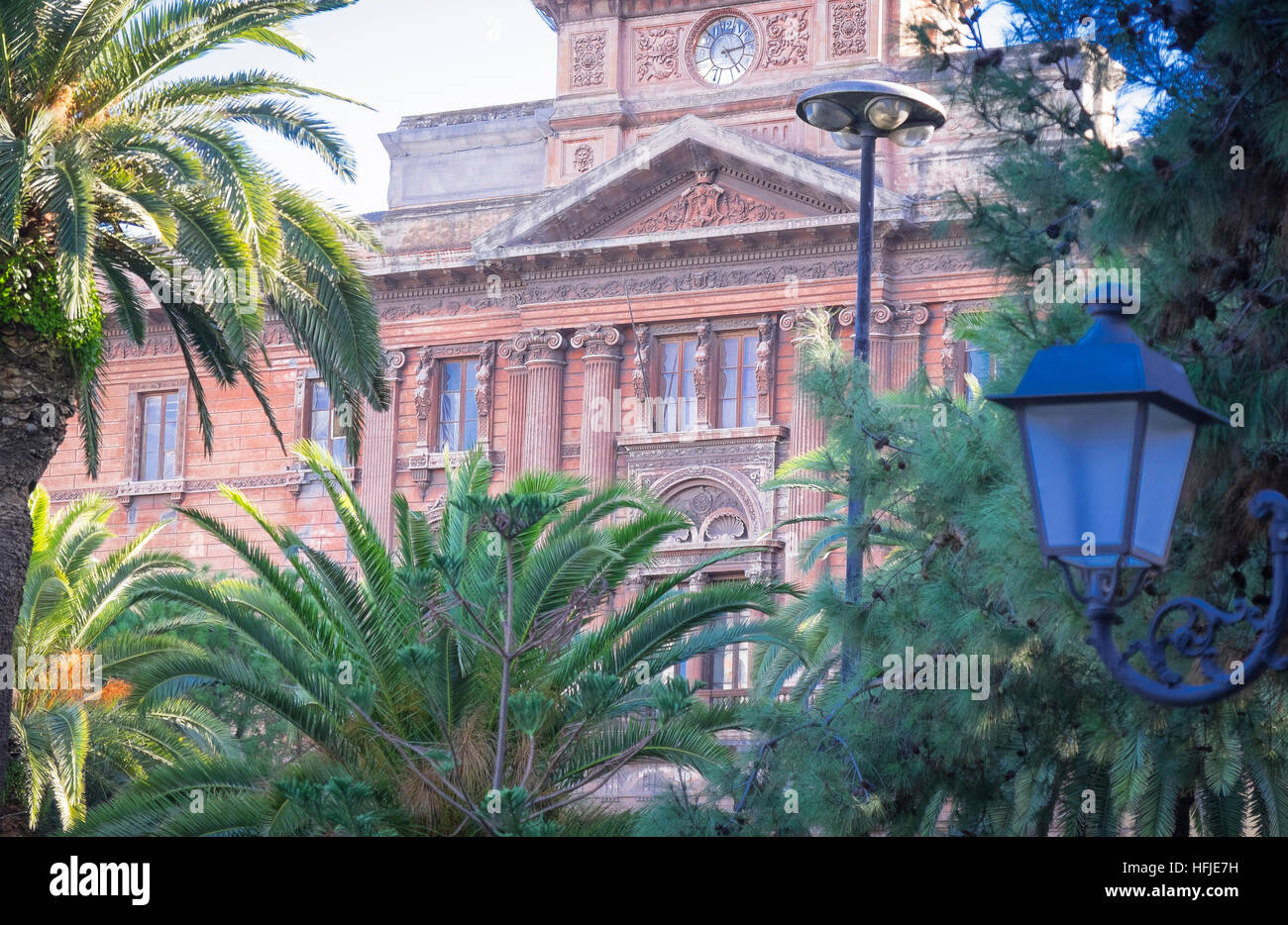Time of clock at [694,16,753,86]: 2:24
